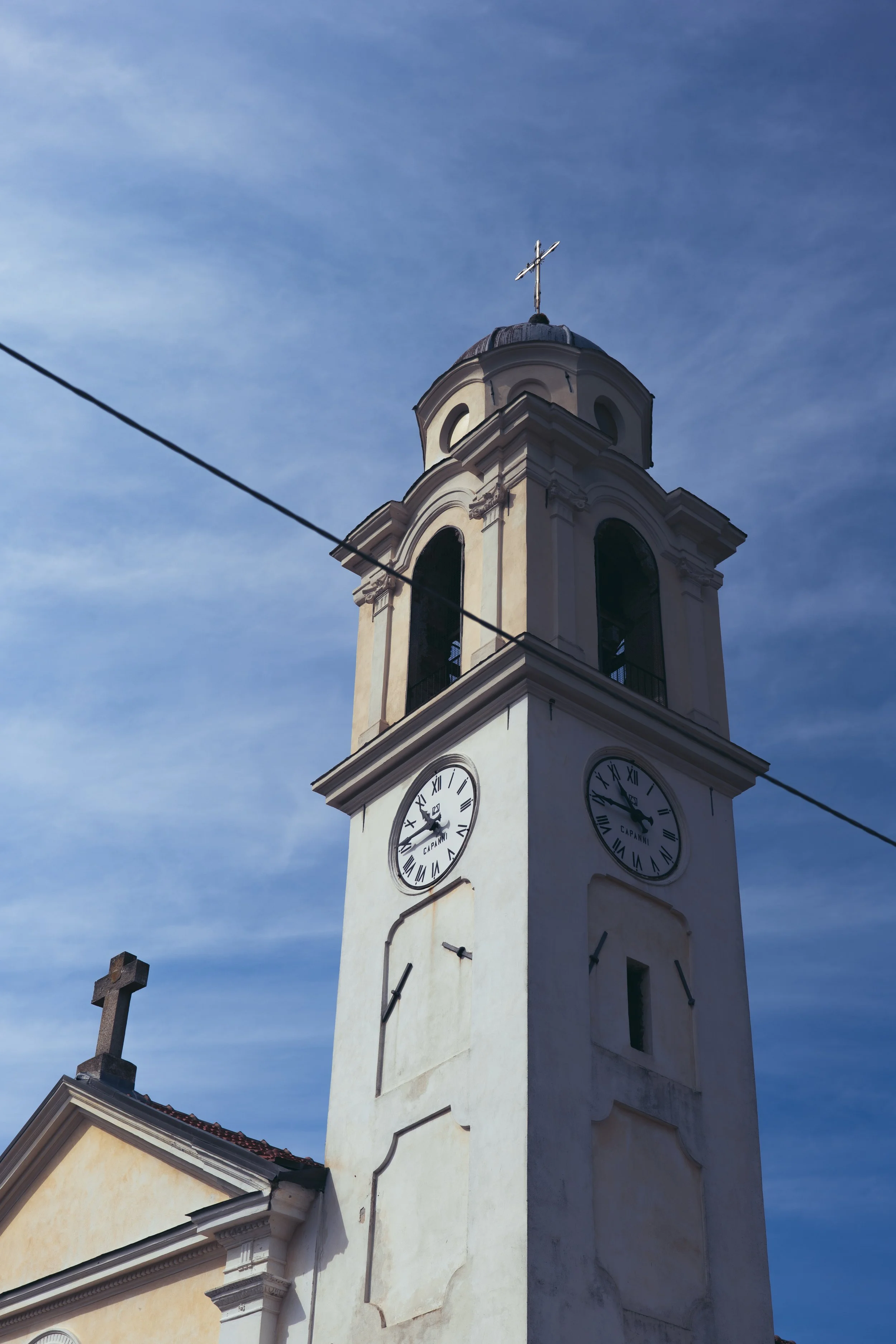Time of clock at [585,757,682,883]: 10:45
